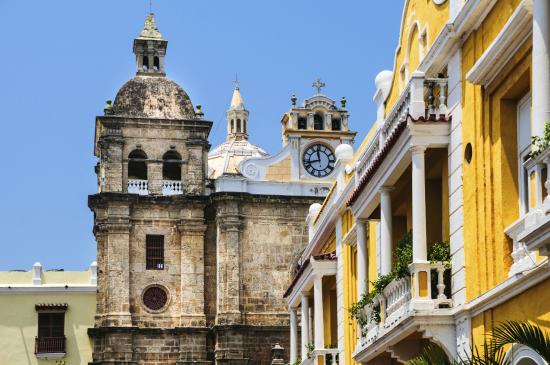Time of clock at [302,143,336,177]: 11:42
